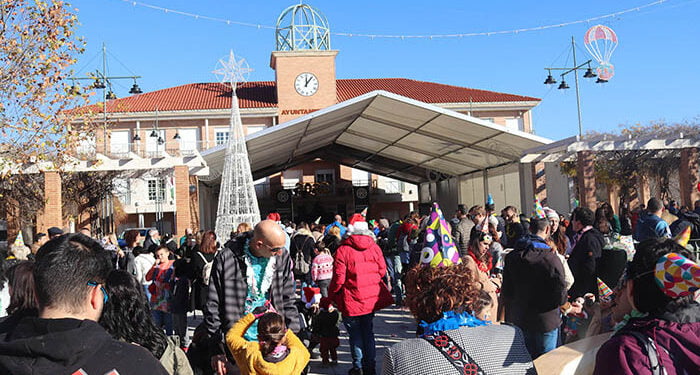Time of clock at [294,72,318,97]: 12:06
